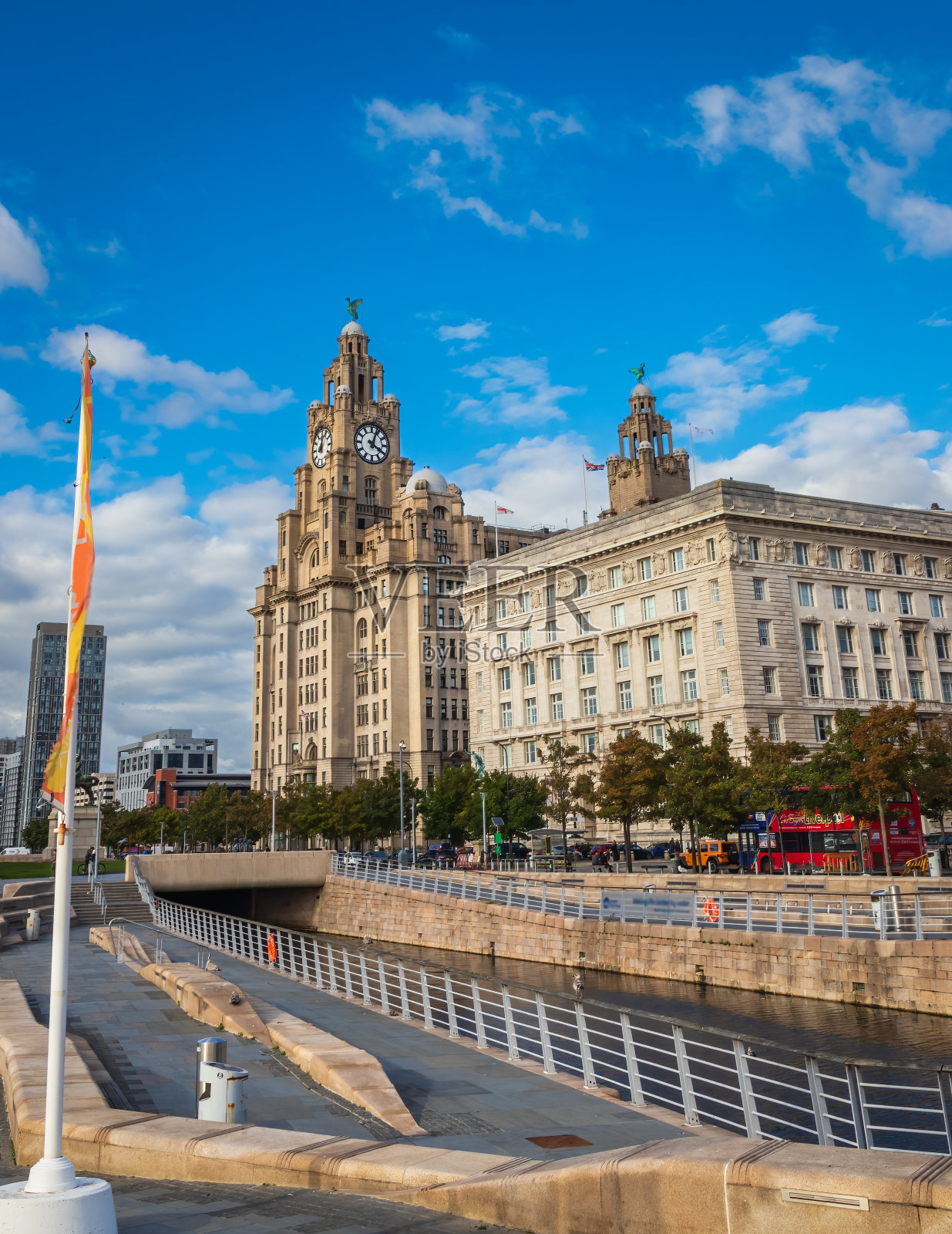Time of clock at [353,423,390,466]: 4:03
